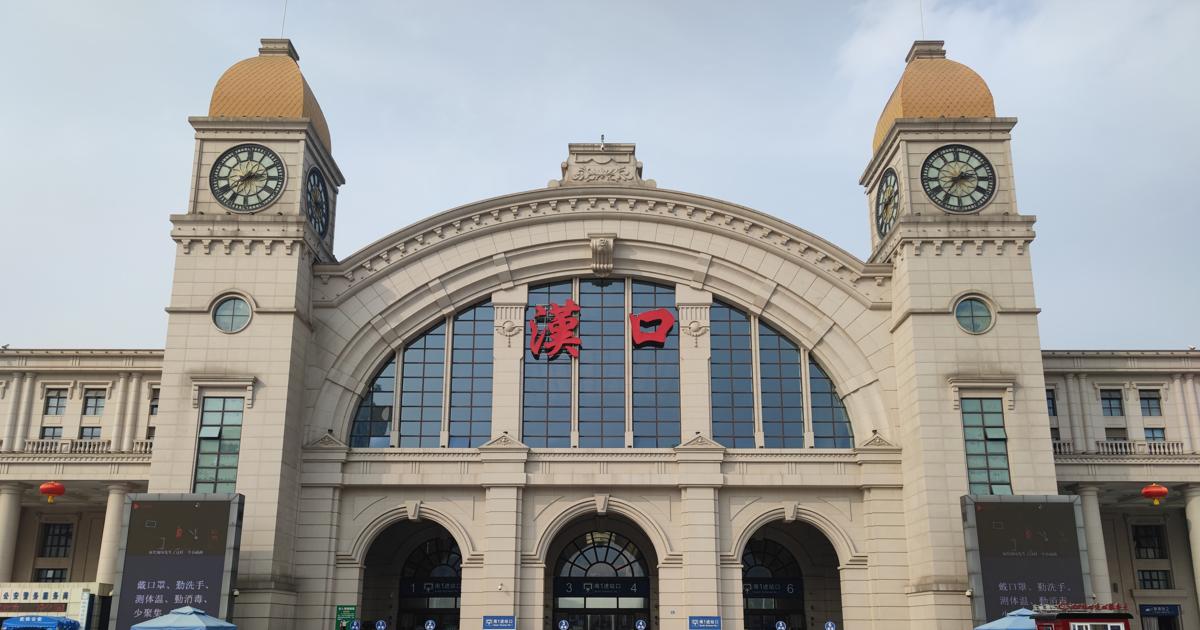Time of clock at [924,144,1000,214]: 2:36
